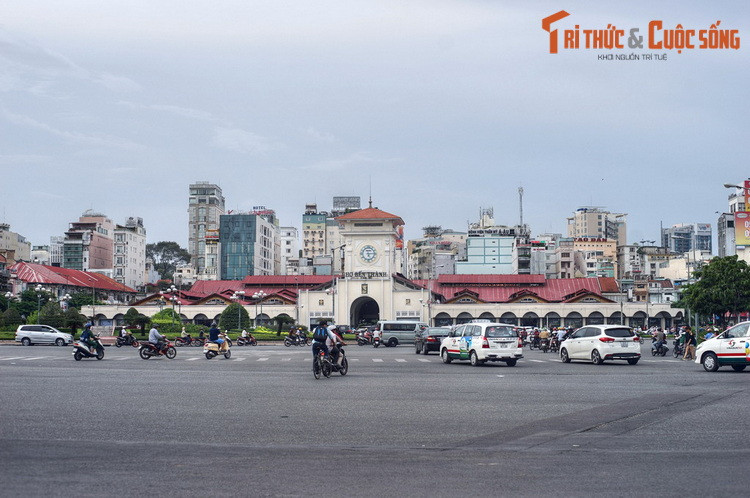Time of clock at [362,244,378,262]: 5:14
